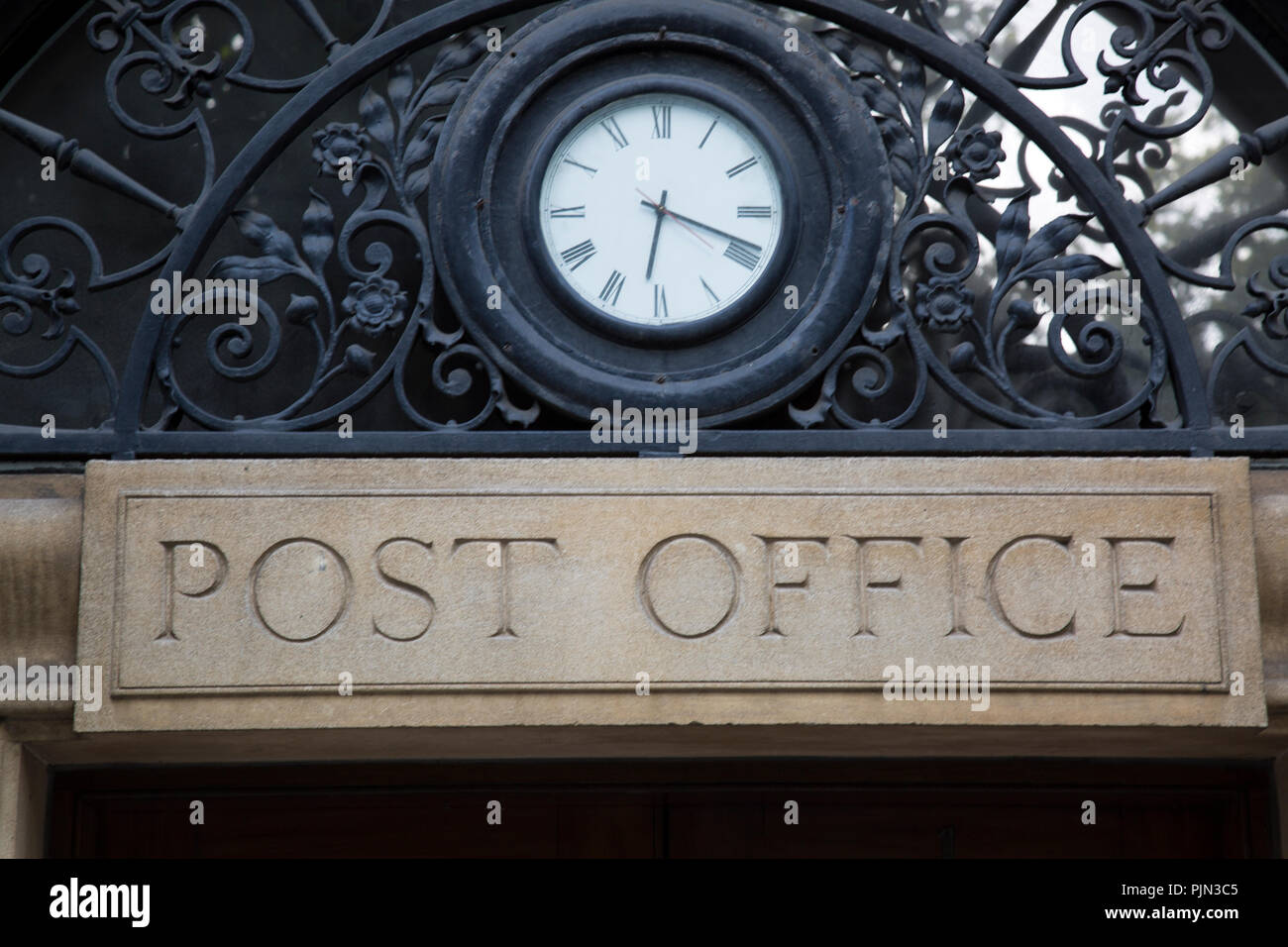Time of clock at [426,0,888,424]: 6:18
